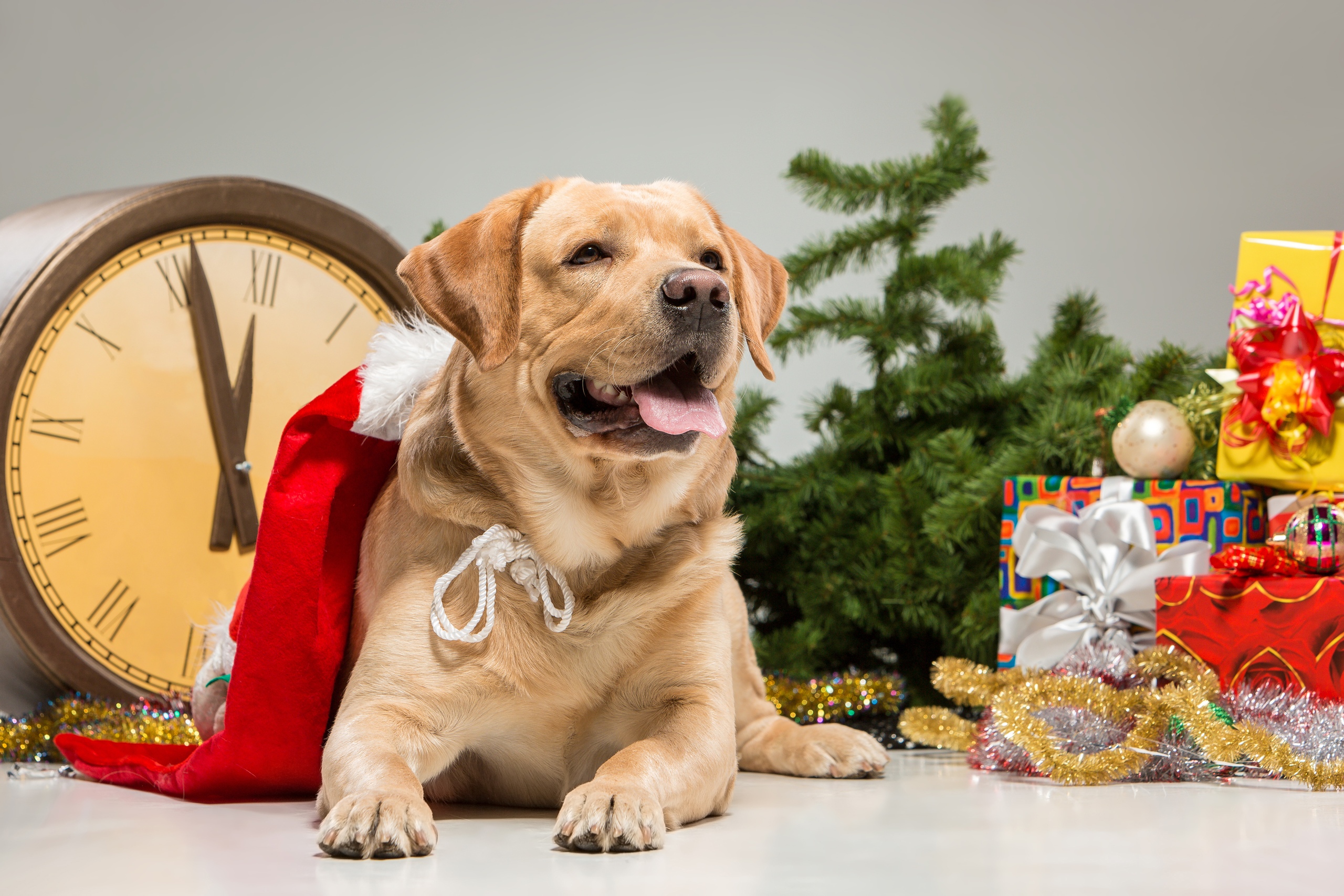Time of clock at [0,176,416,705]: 11:56
